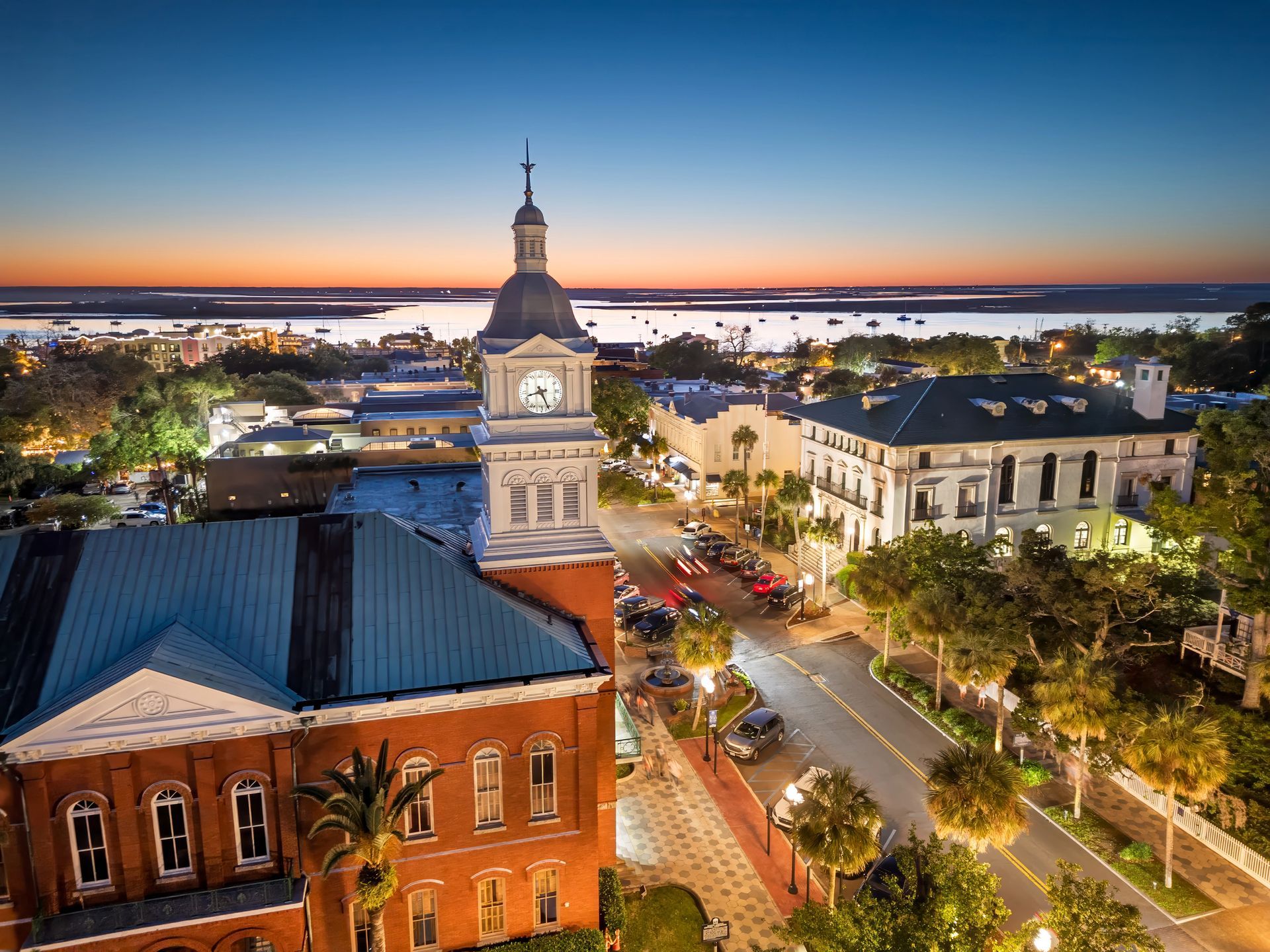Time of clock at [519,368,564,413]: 8:26
